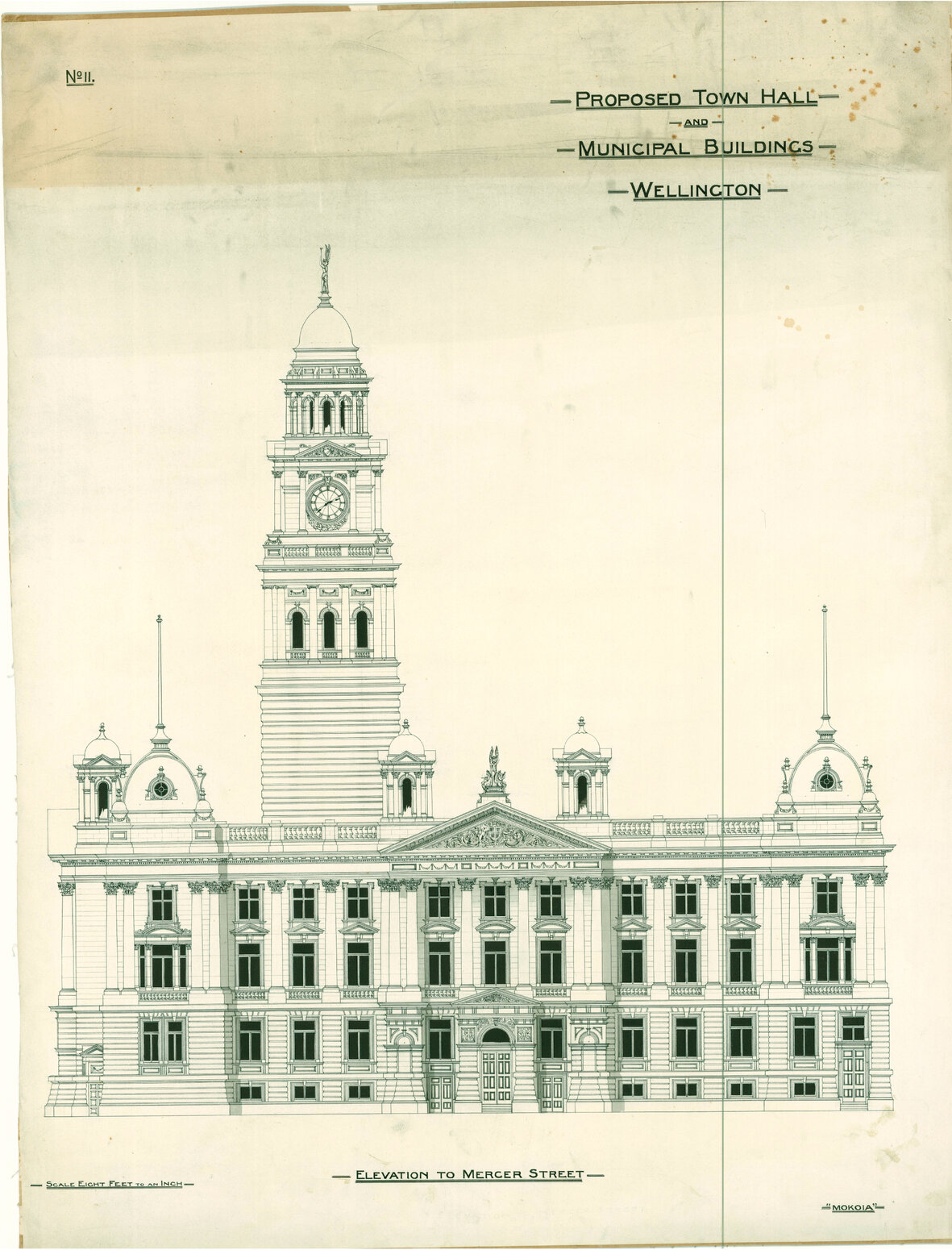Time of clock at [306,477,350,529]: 2:38
